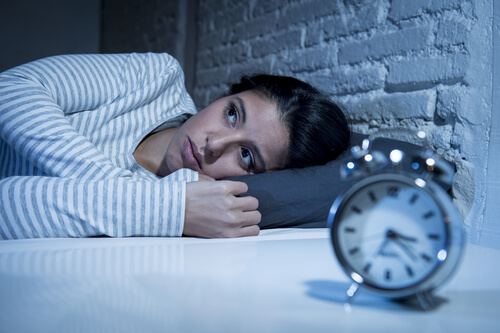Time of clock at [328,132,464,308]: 3:22
